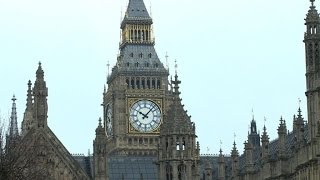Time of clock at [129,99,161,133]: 10:07
